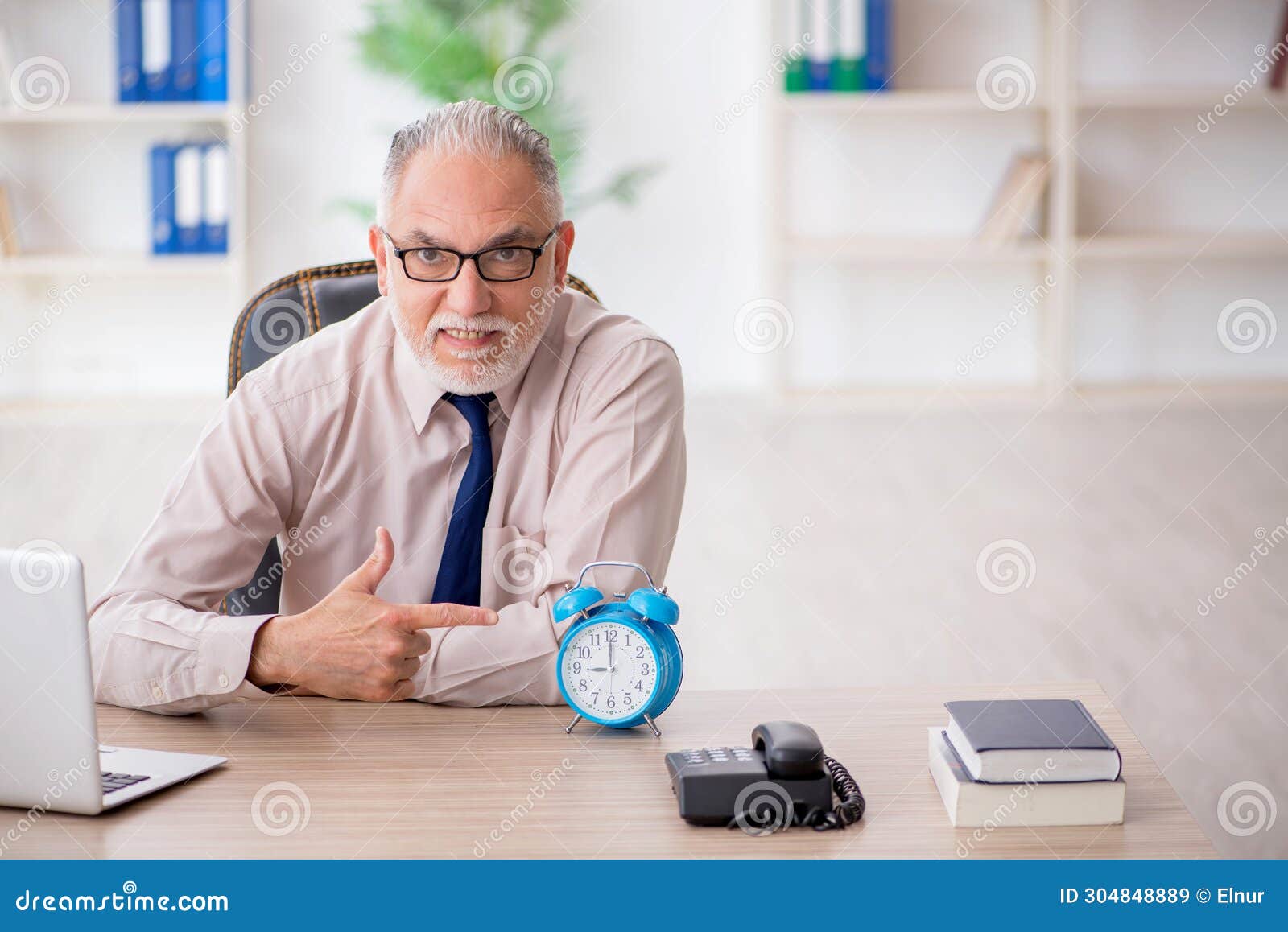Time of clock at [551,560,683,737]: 8:59
